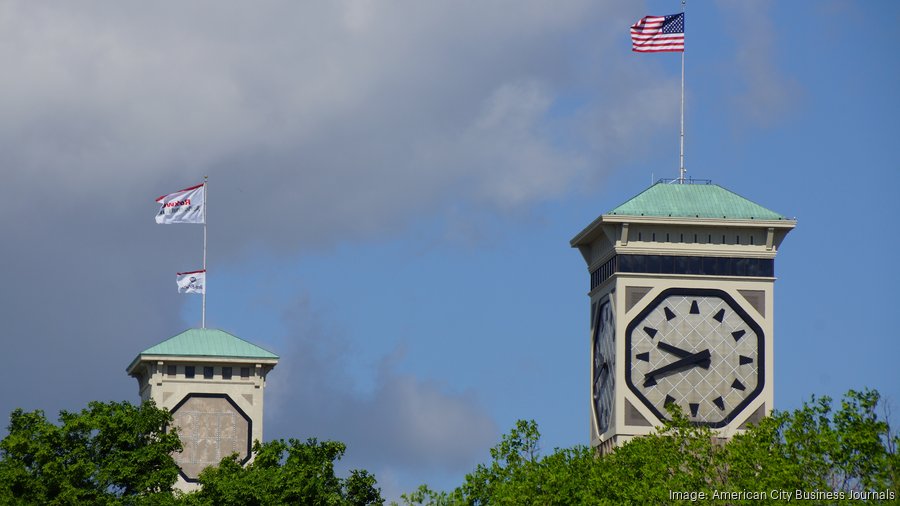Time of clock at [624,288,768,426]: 9:41
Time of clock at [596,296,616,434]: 9:41
